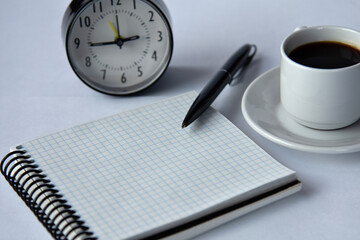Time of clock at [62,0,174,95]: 2:44
